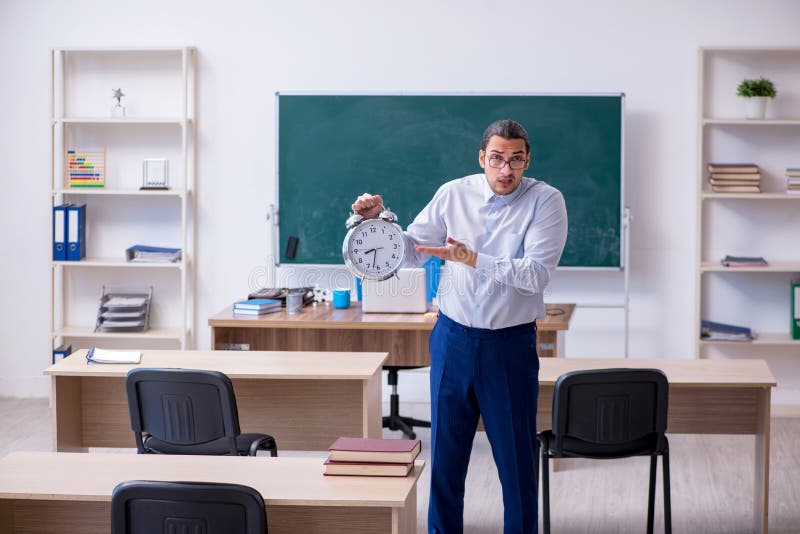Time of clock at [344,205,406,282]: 8:32
